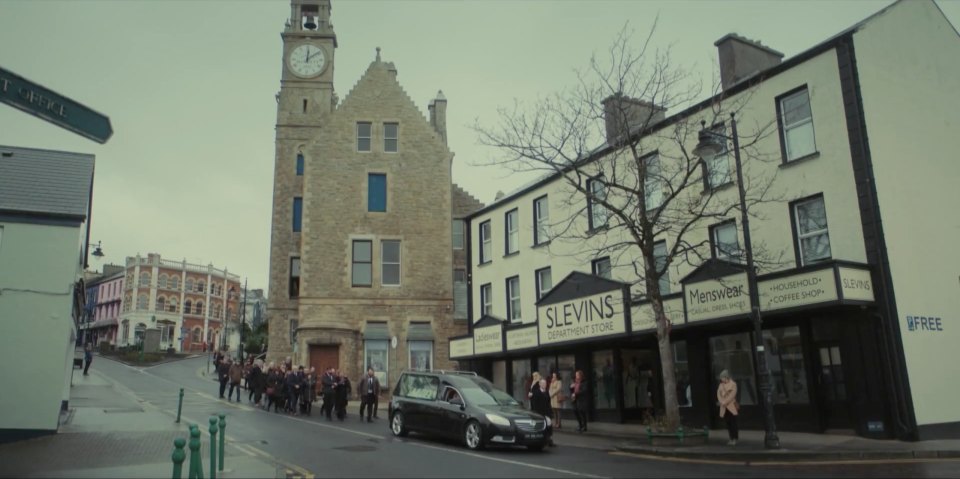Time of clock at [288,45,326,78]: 12:08
